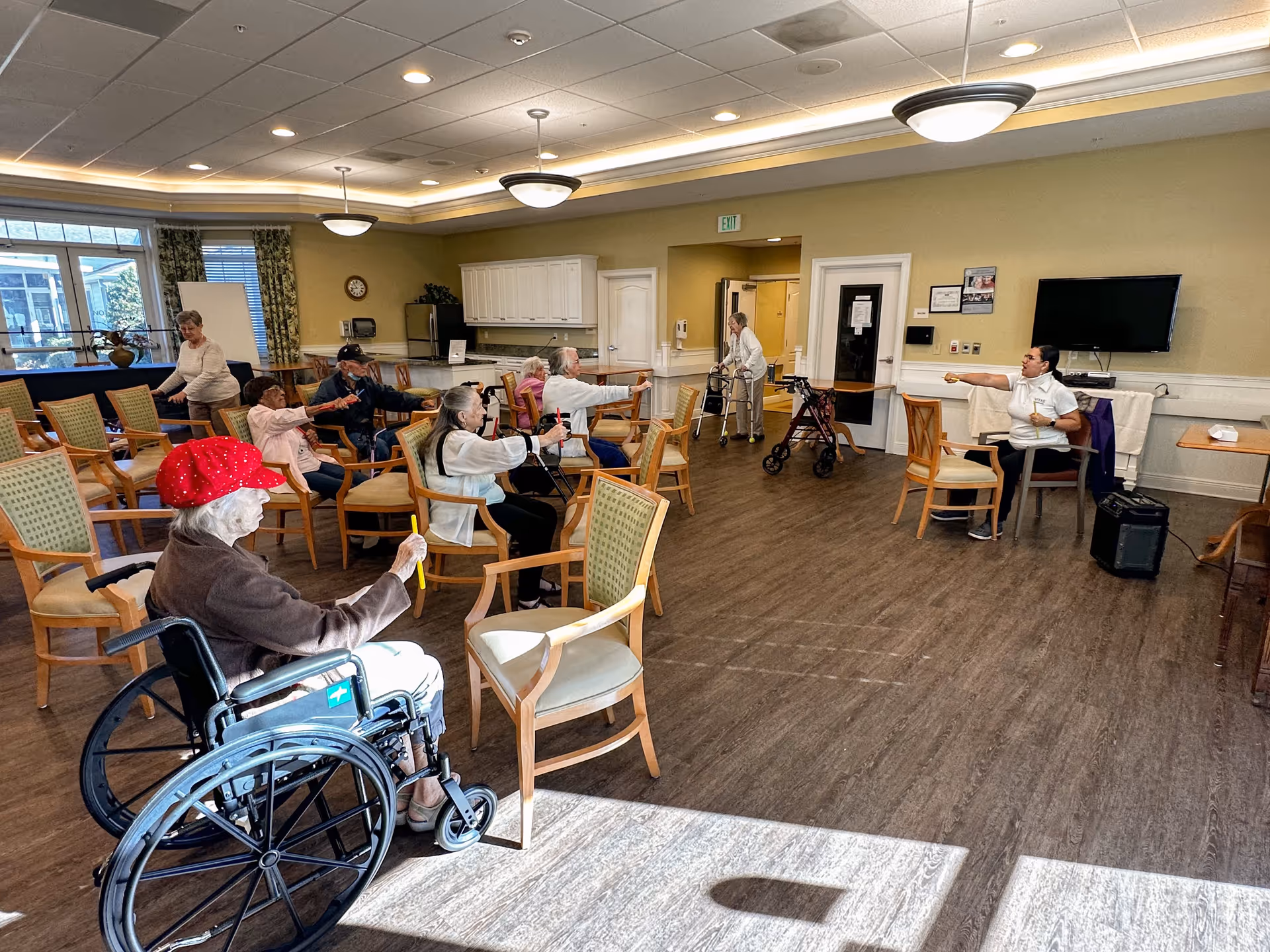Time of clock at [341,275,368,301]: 10:42
